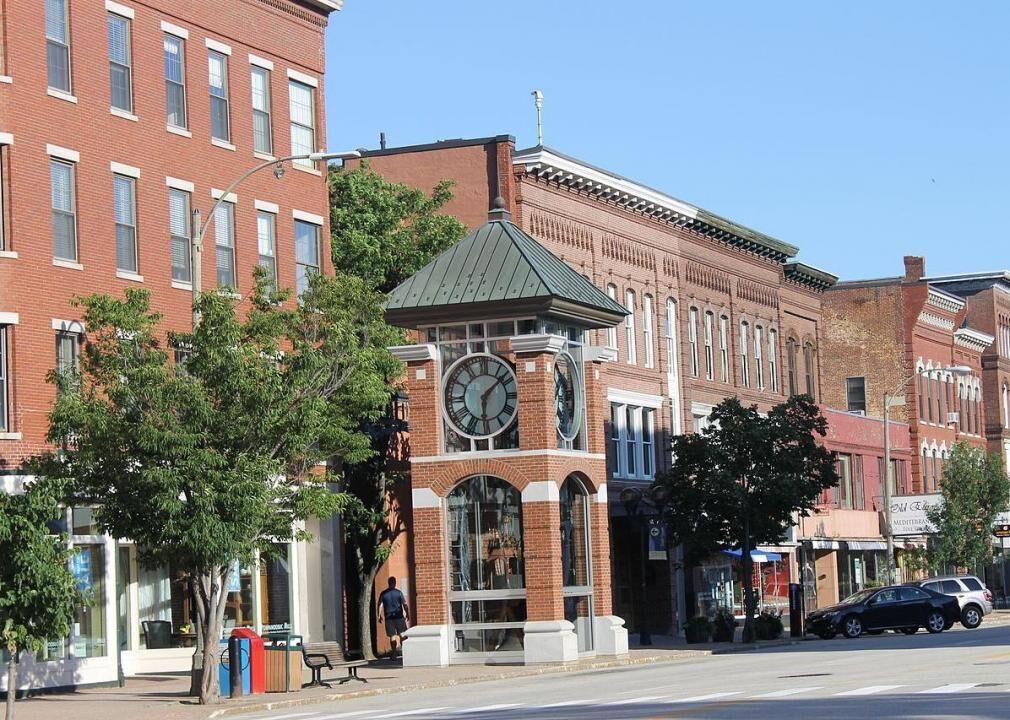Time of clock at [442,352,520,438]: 6:08
